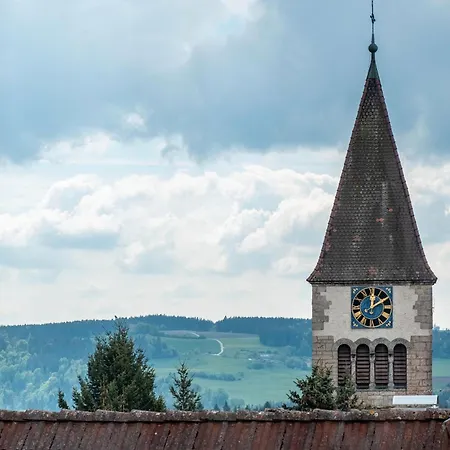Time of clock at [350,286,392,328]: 12:09
